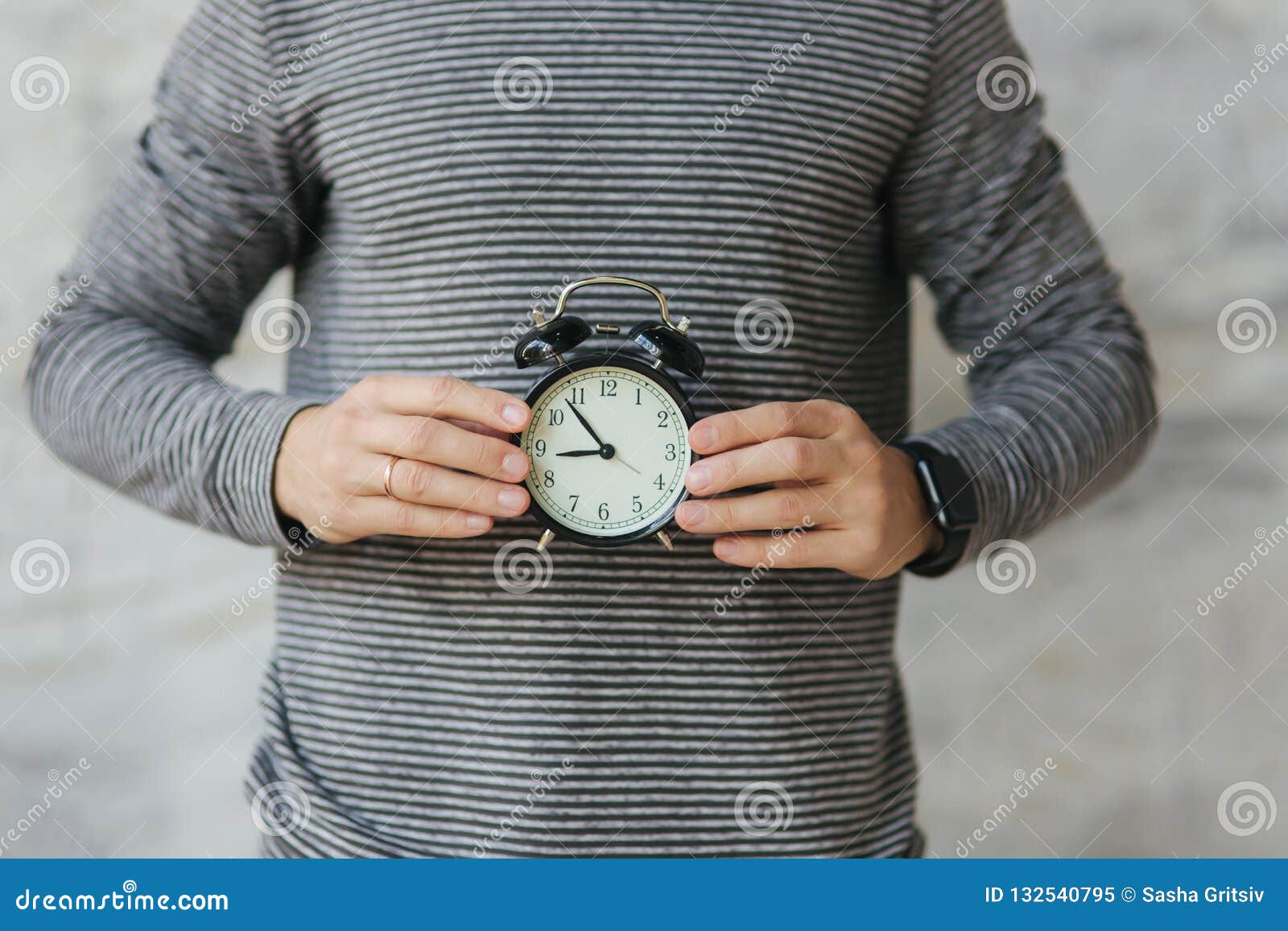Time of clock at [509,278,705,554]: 8:53
